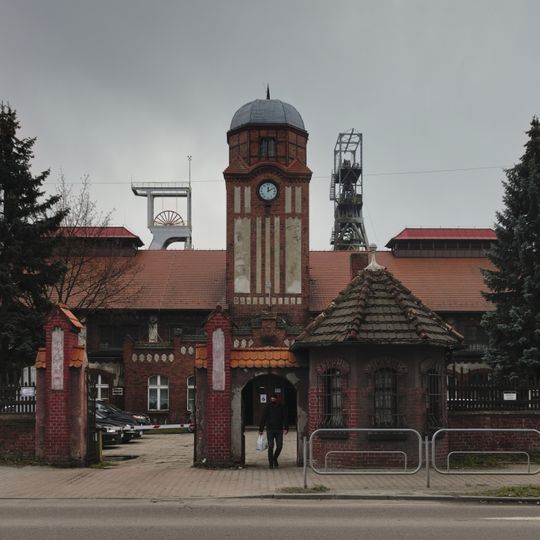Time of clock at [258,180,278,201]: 12:09
